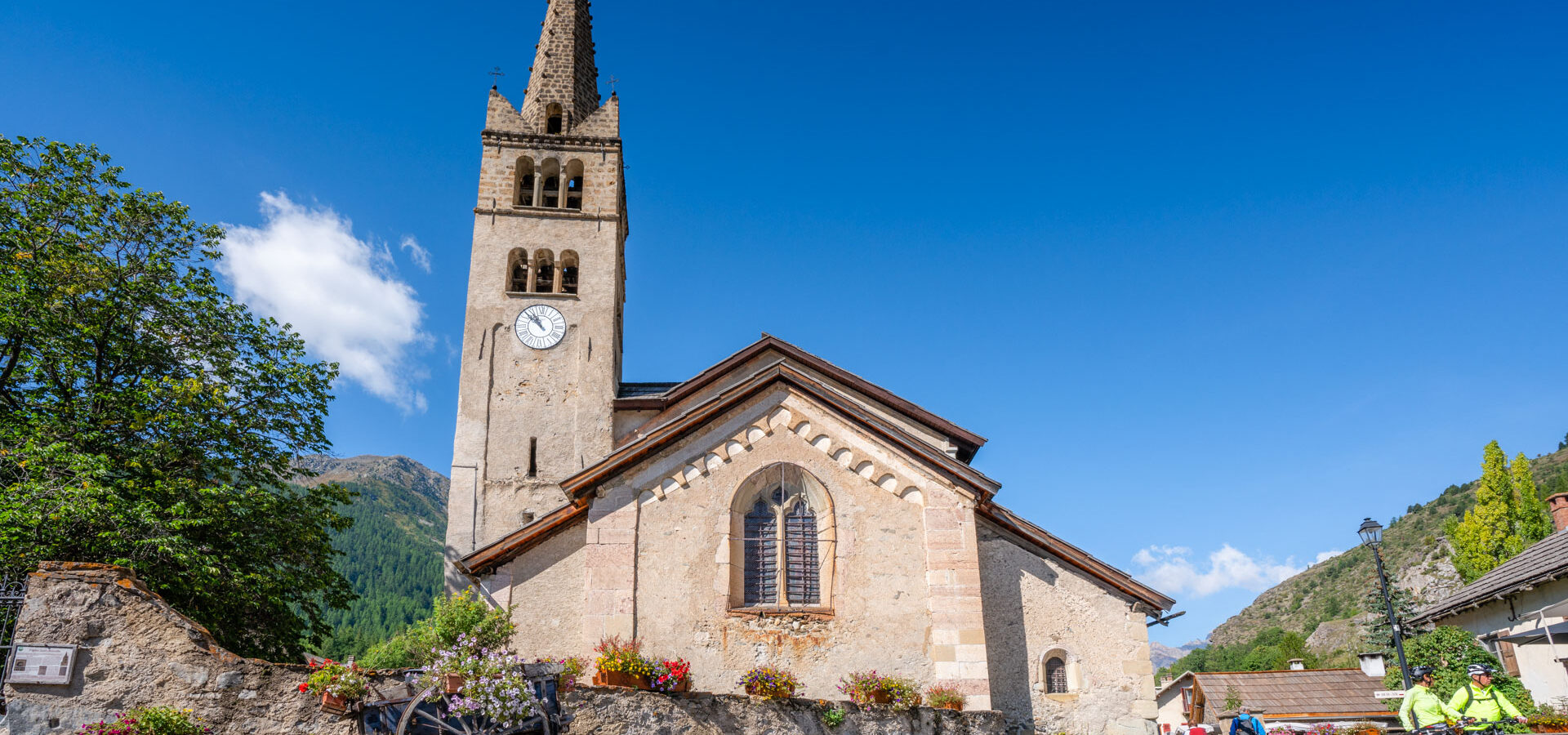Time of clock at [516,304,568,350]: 10:51
